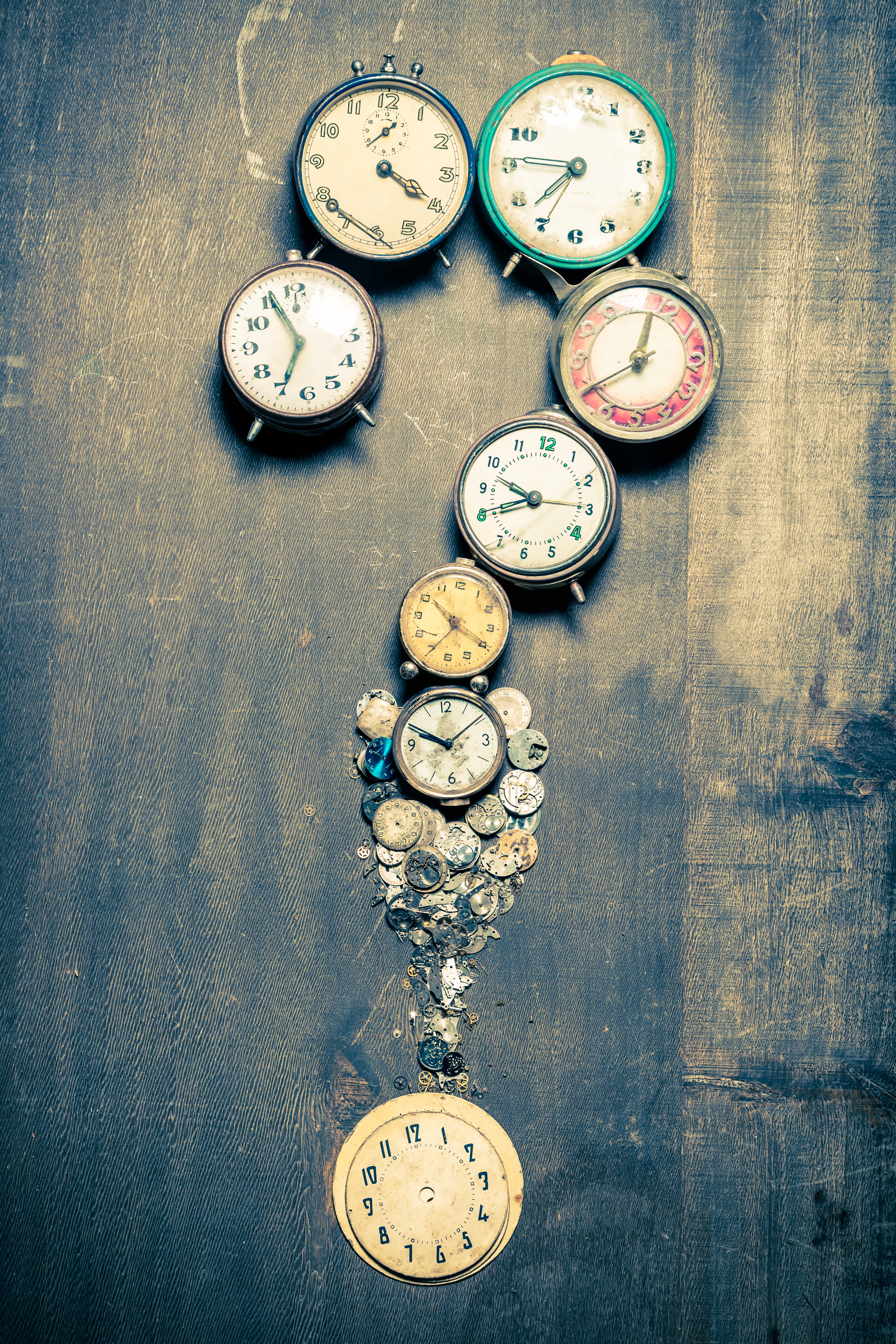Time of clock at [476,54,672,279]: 7:45
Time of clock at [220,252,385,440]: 6:55
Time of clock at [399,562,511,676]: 10:19
